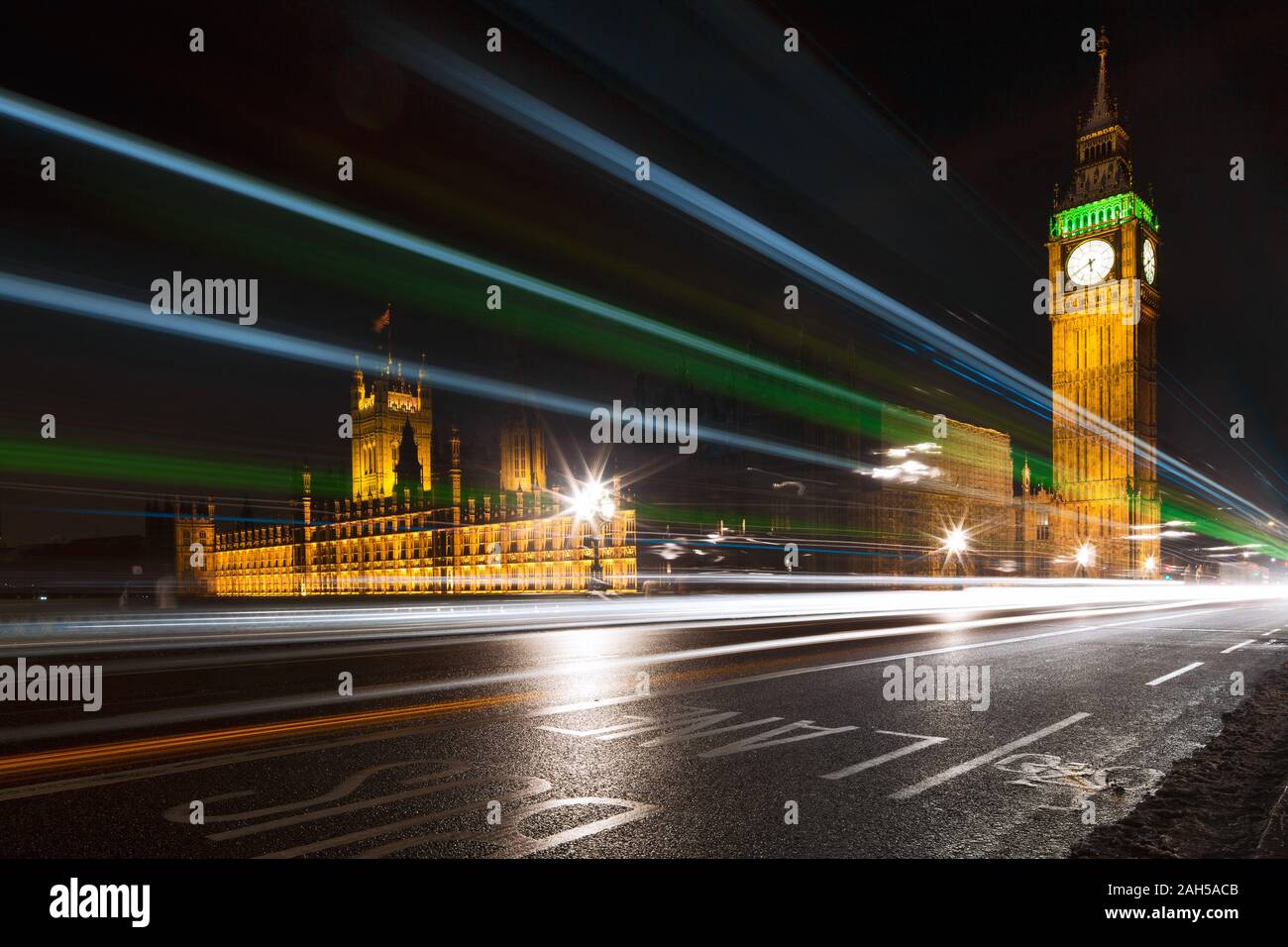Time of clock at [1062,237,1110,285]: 5:40
